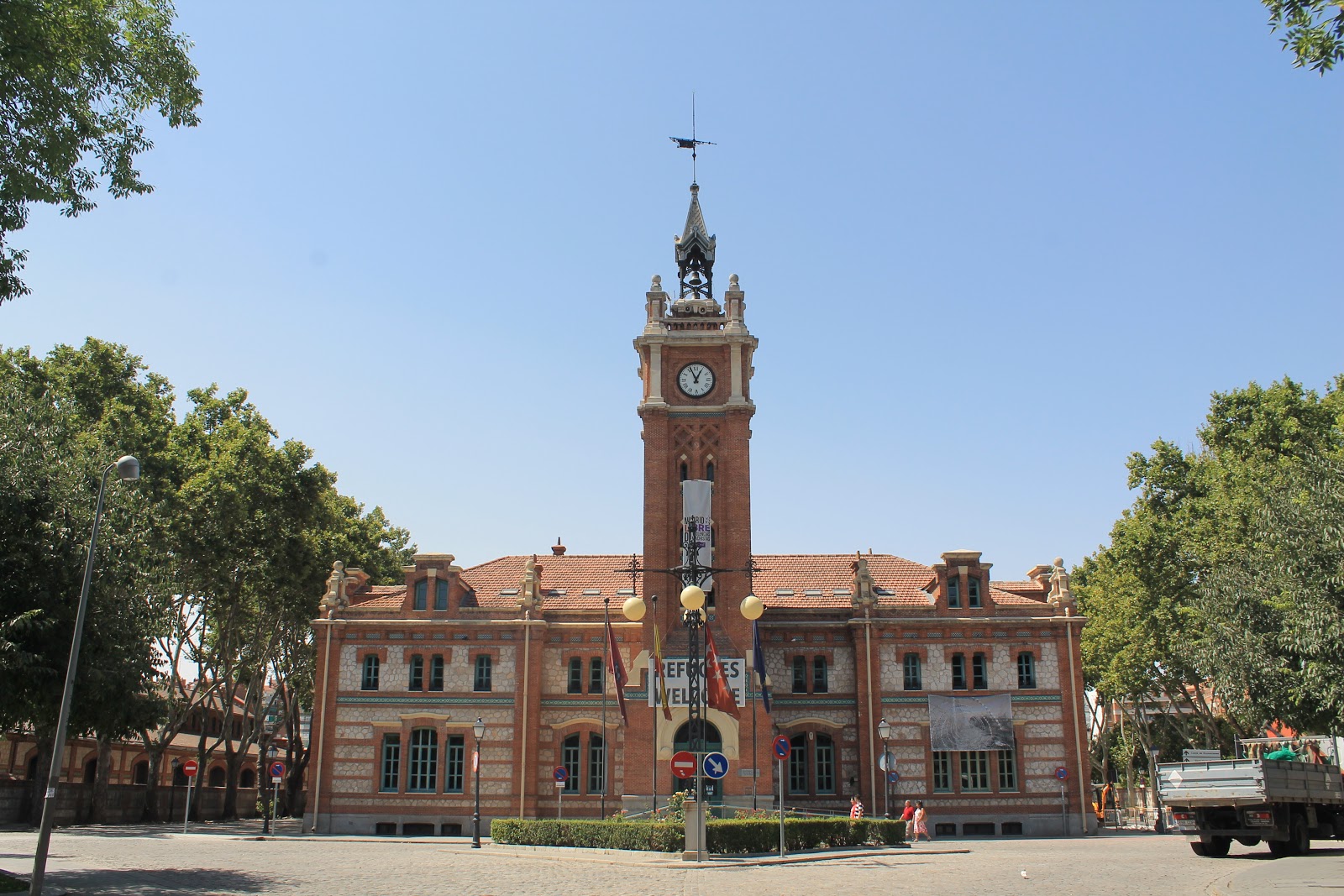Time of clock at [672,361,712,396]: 12:56
